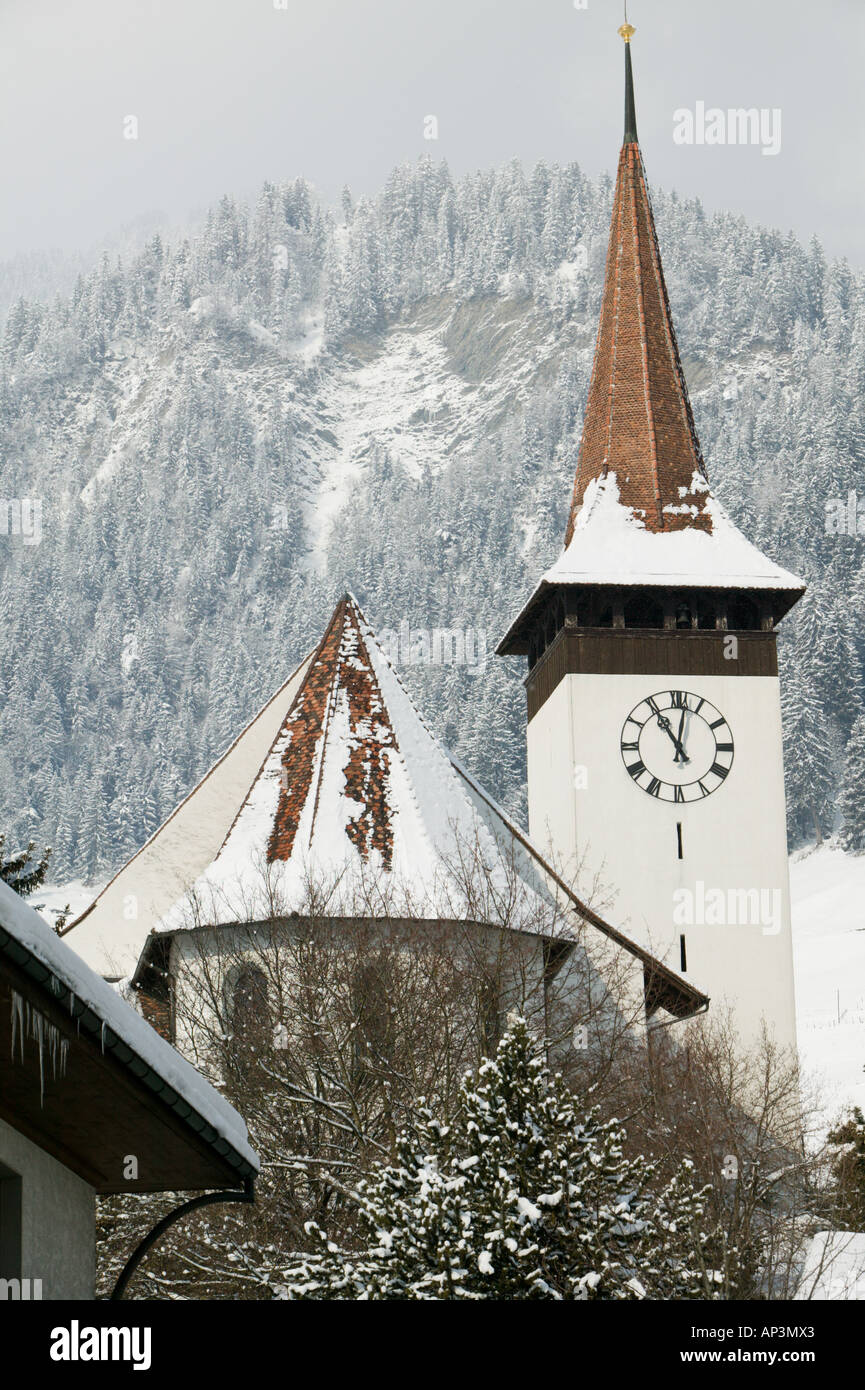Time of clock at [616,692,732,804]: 11:01
